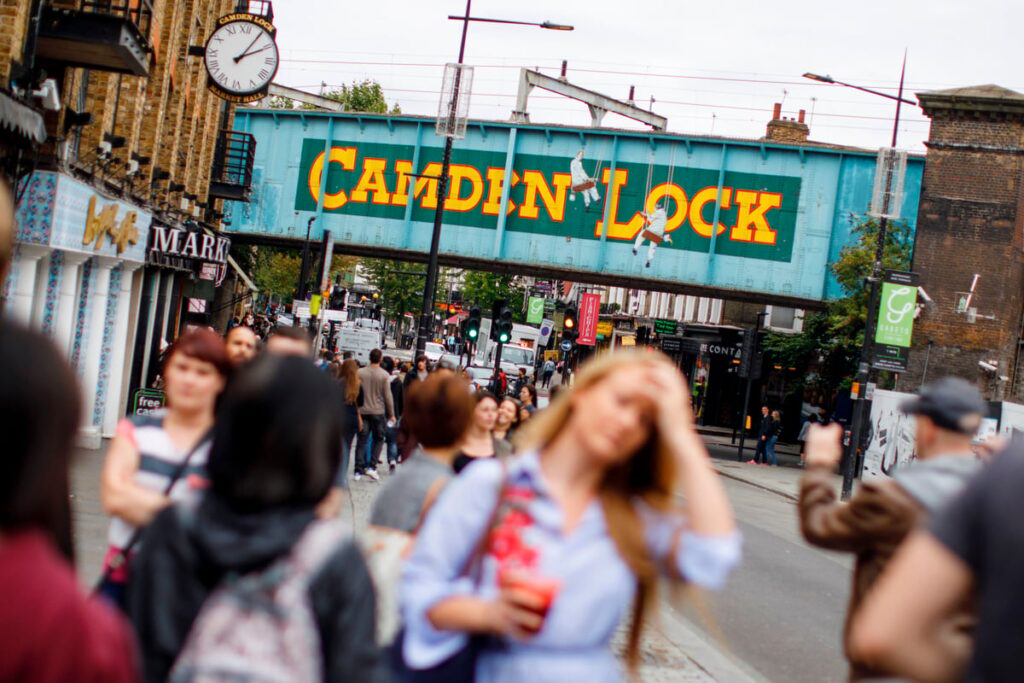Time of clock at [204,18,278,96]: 2:05
